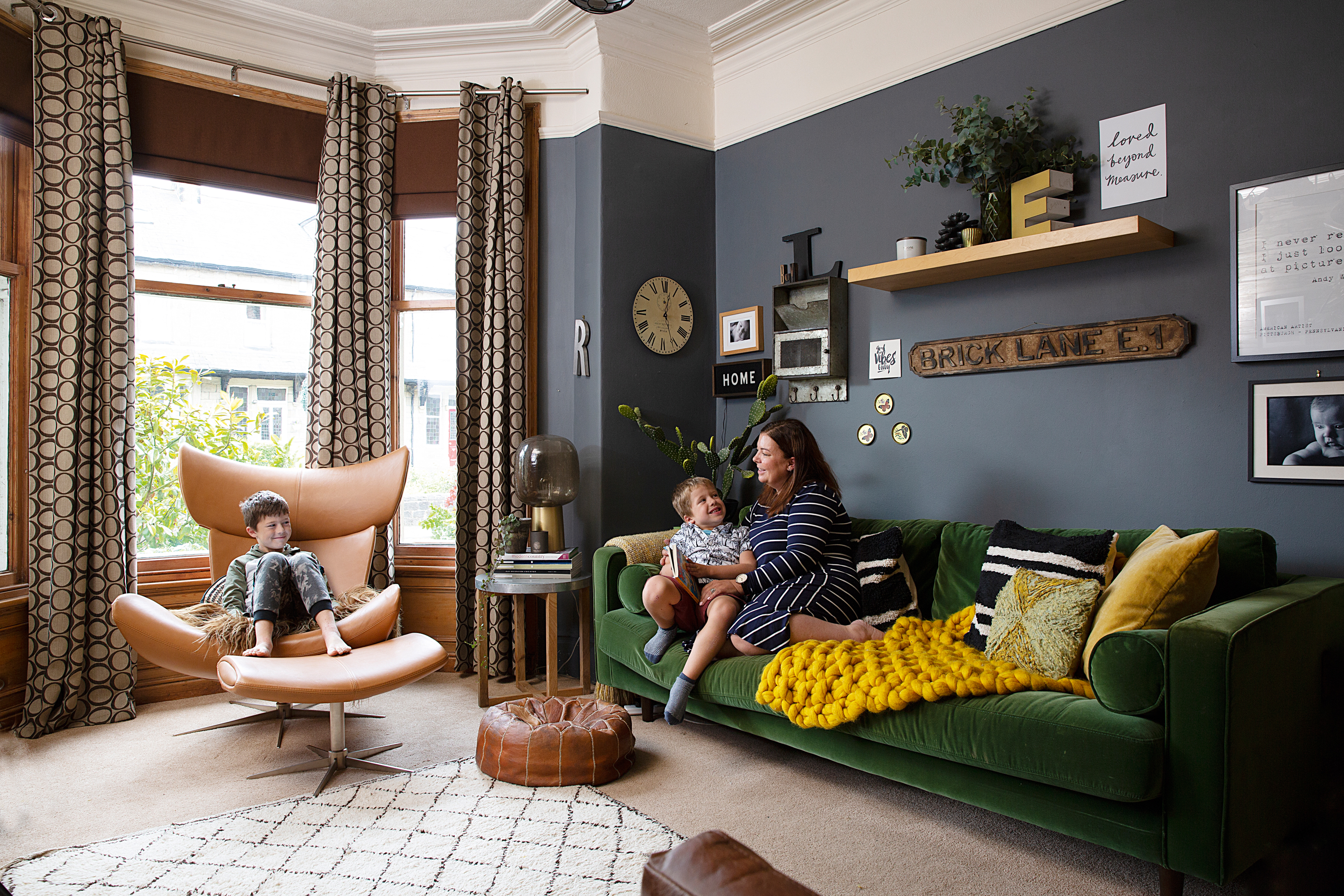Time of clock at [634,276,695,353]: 12:26
